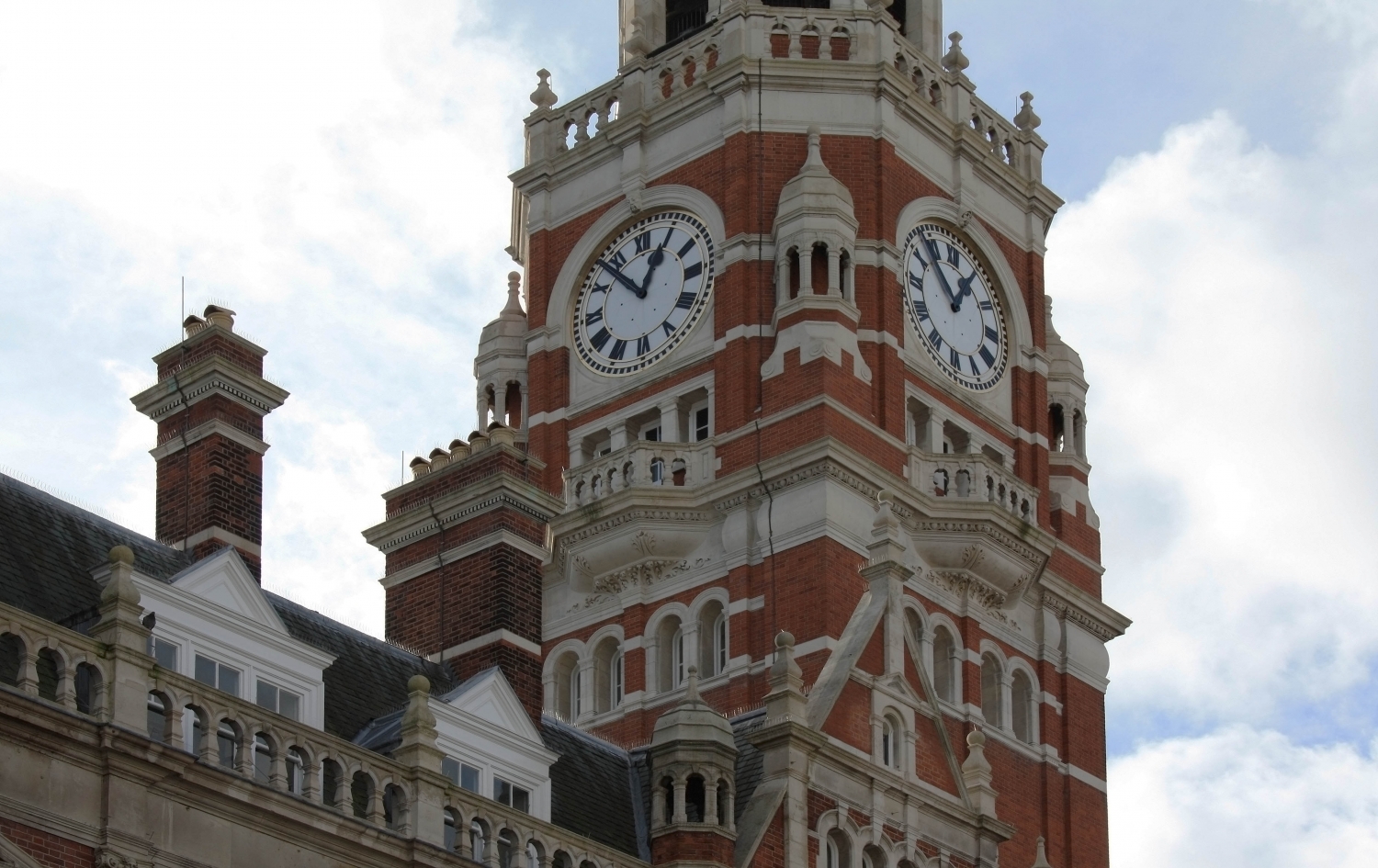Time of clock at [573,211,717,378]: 12:53
